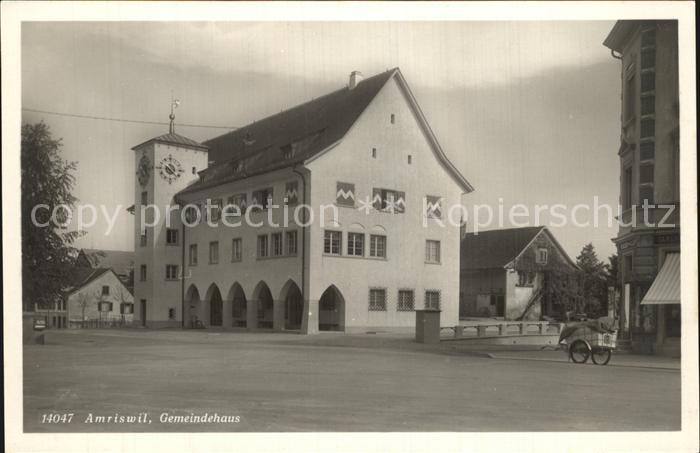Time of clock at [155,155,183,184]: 6:21
